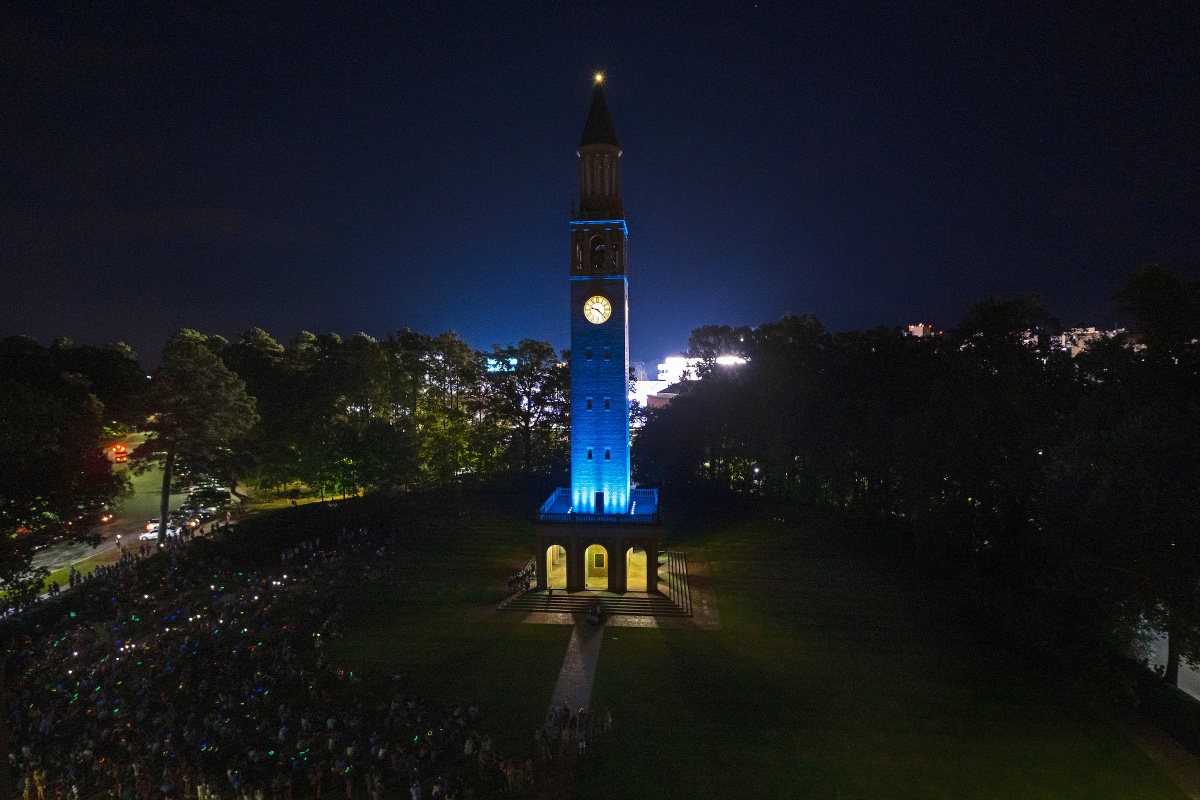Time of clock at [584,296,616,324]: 9:22
